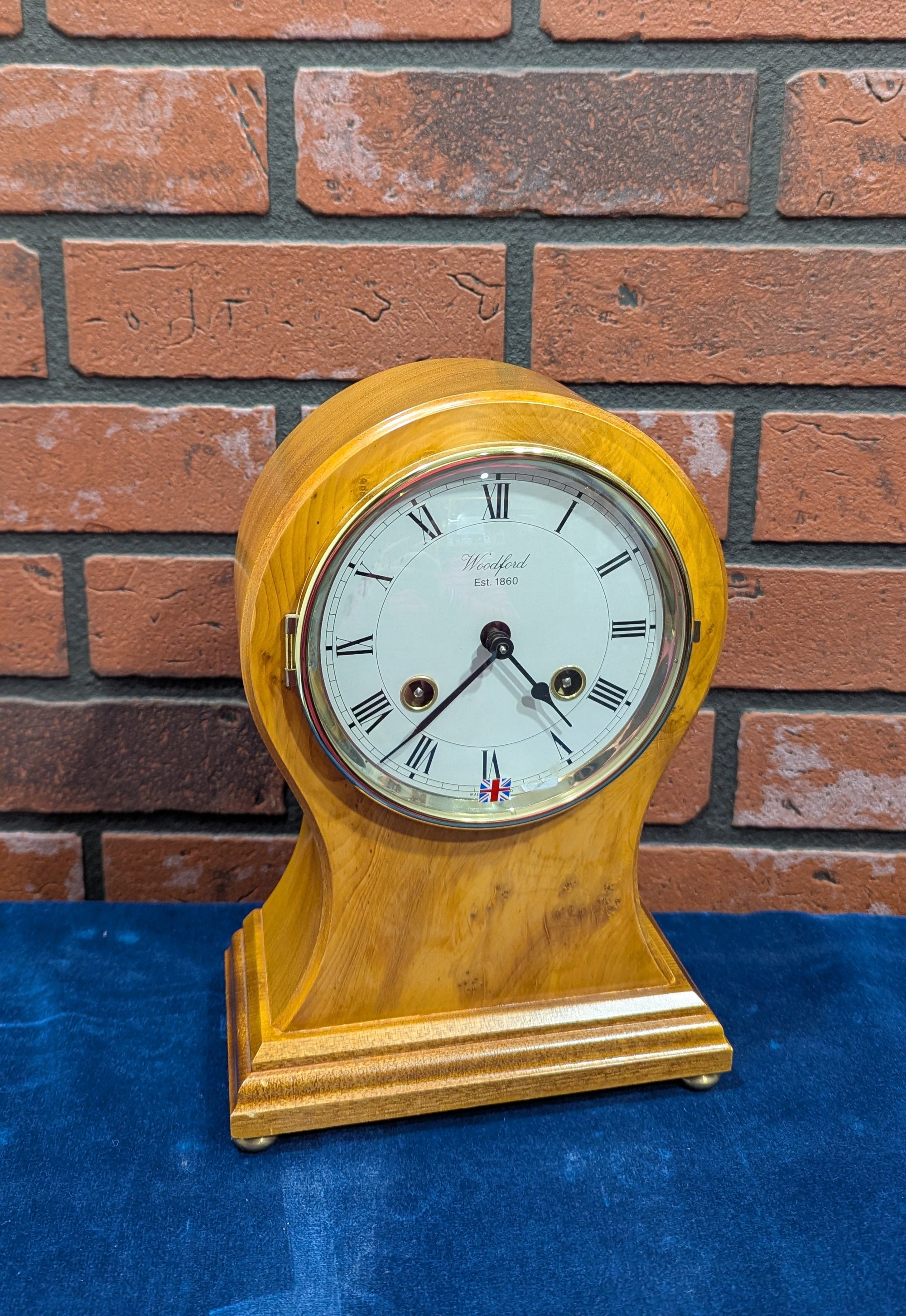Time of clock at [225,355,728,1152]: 4:37
